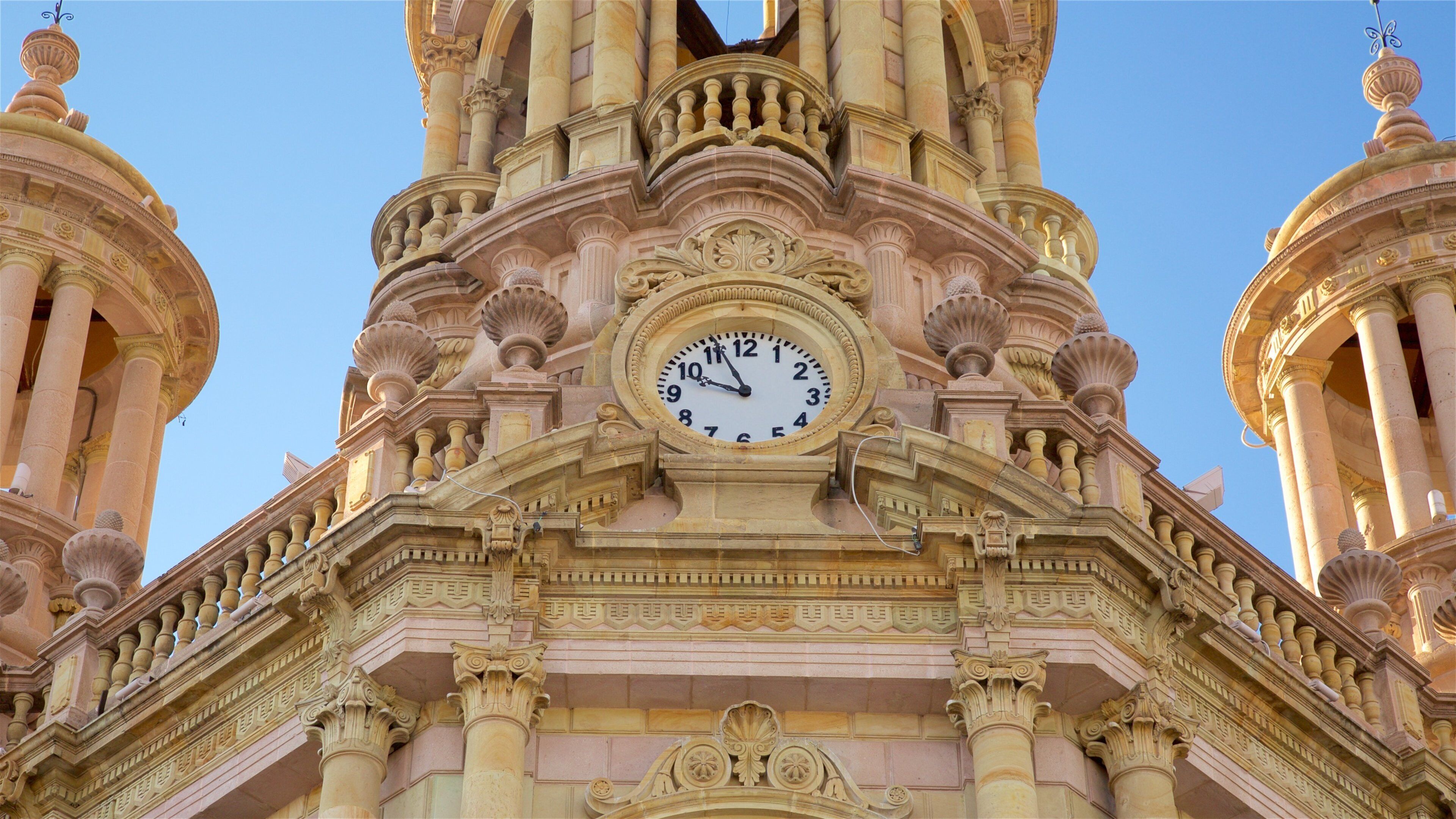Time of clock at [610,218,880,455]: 9:56
